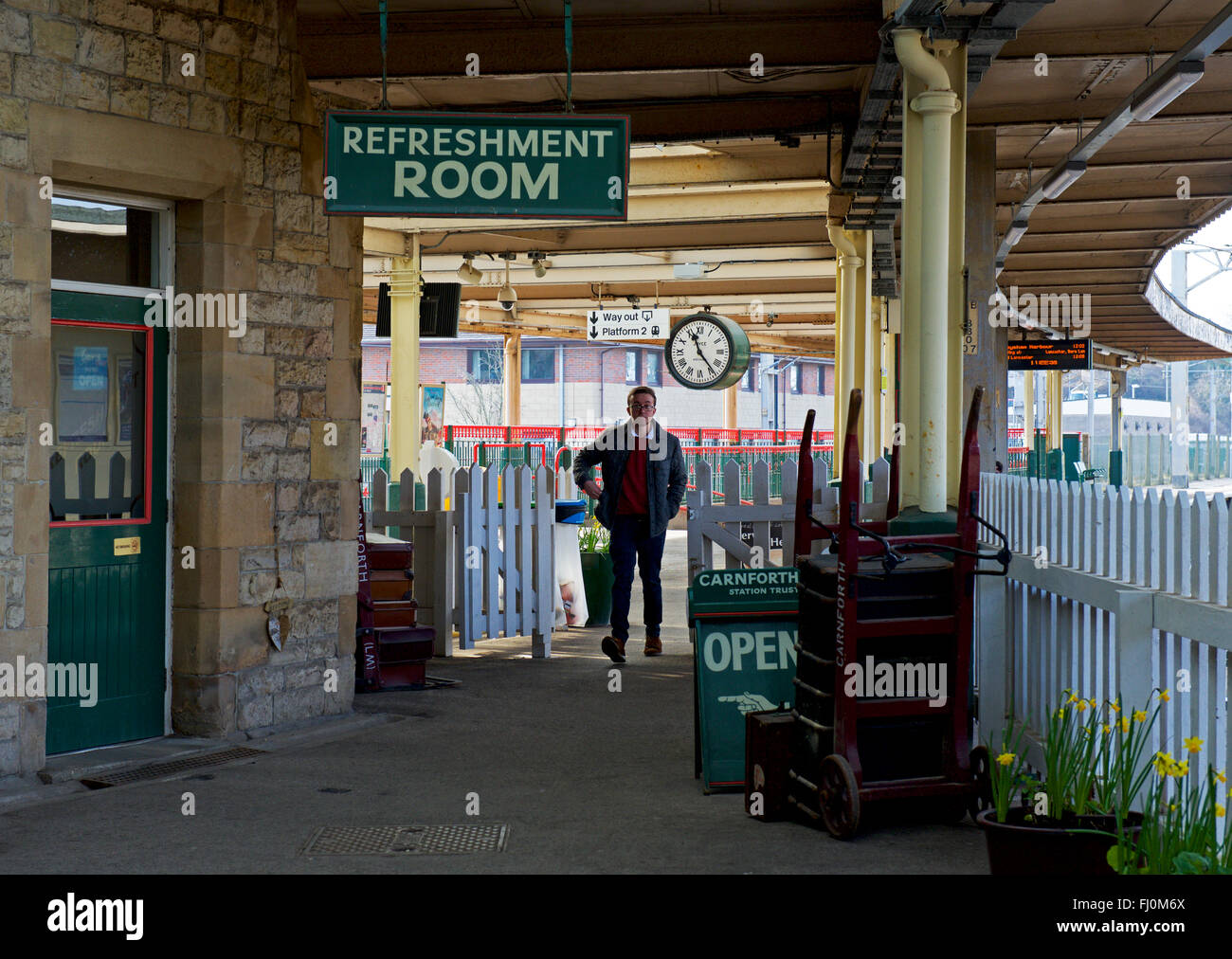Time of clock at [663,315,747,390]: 11:23
